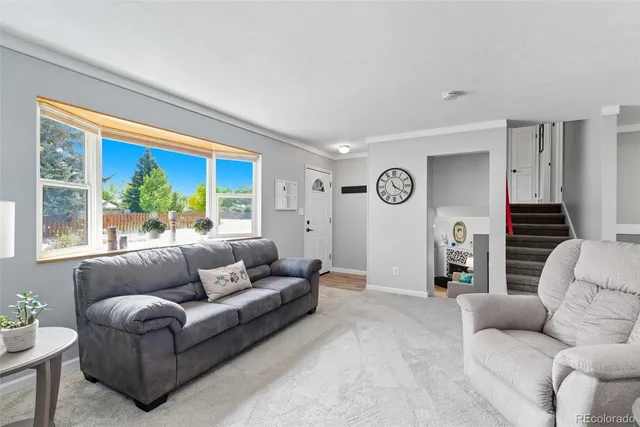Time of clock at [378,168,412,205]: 11:20
